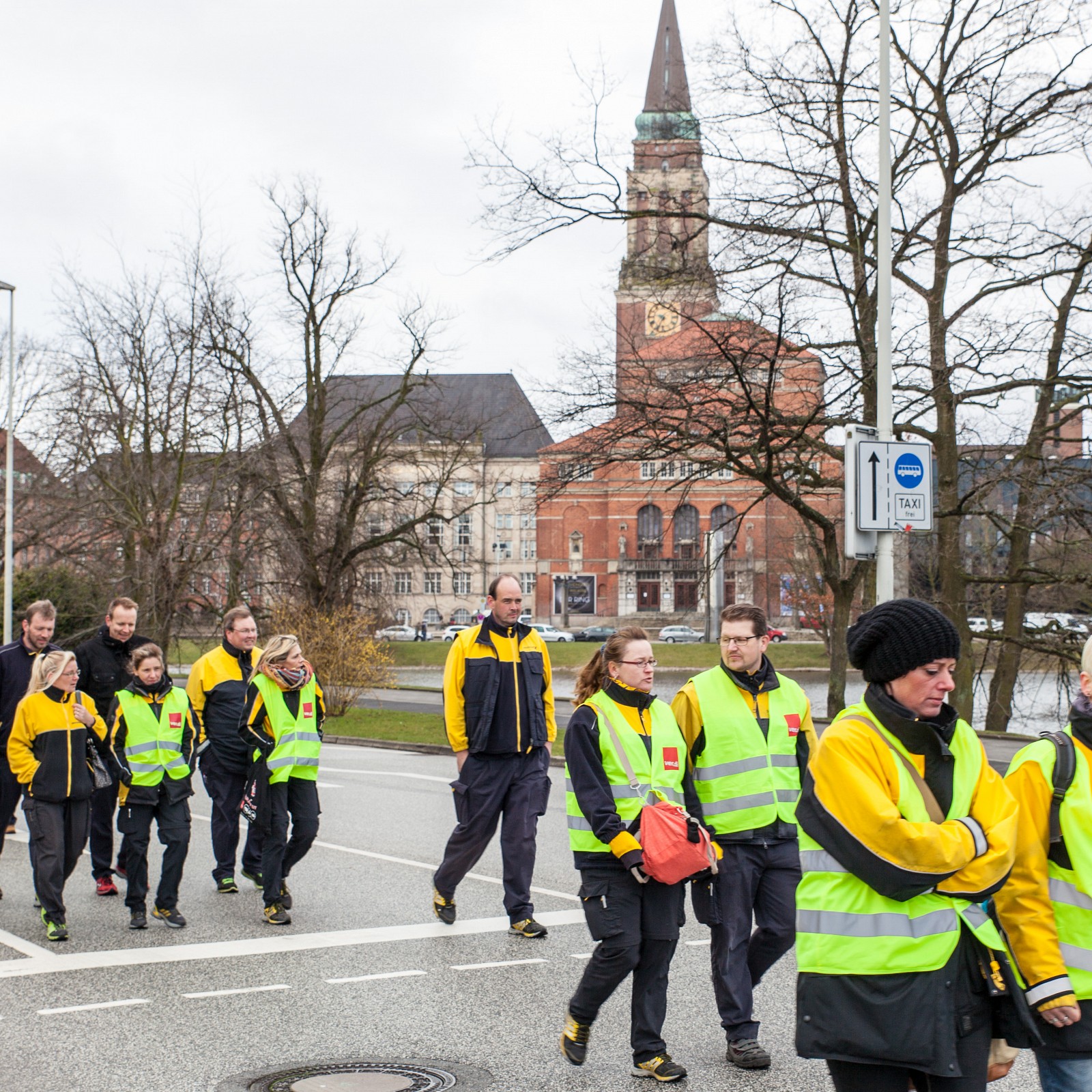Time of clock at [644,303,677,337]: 9:34
